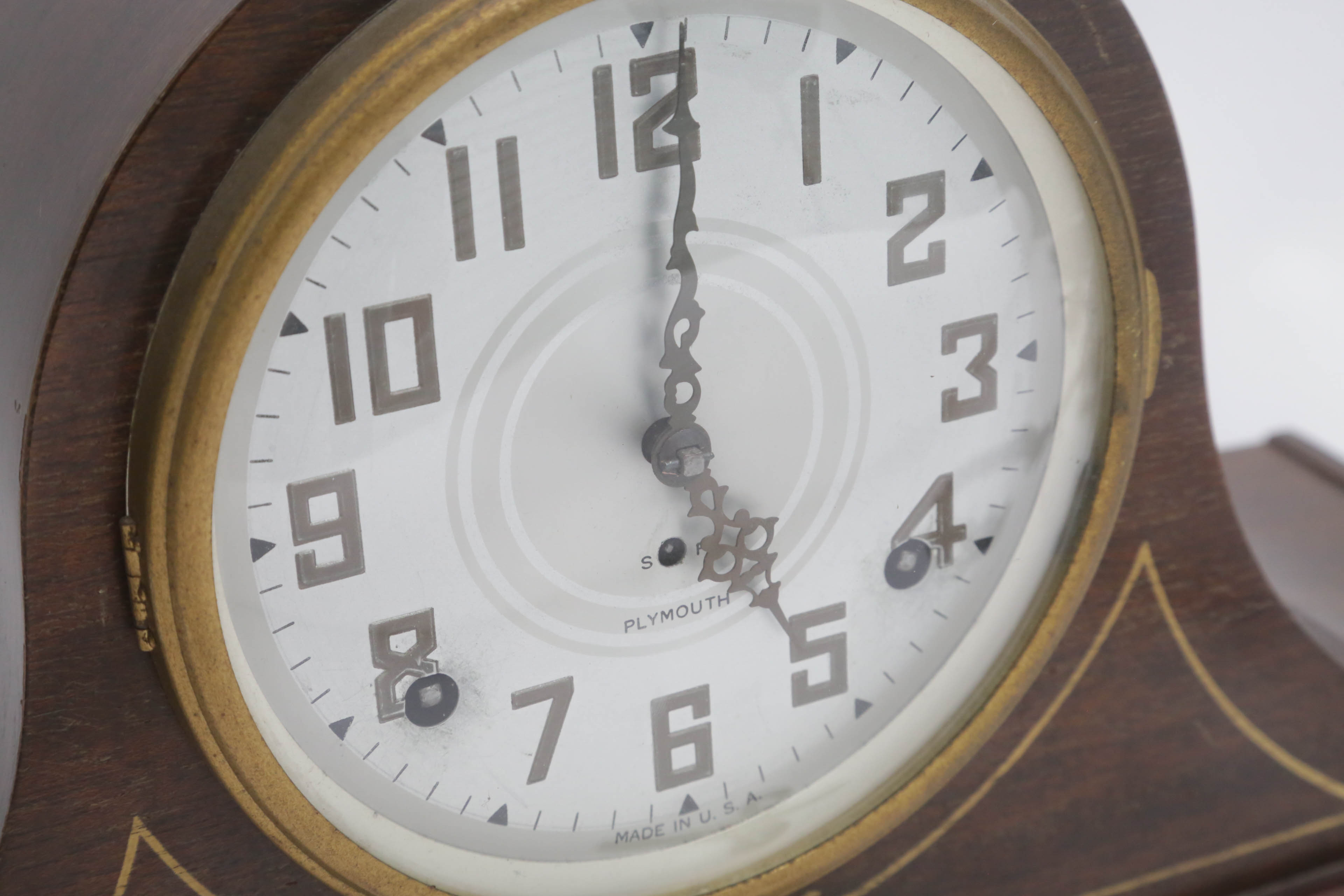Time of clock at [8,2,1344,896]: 5:01
